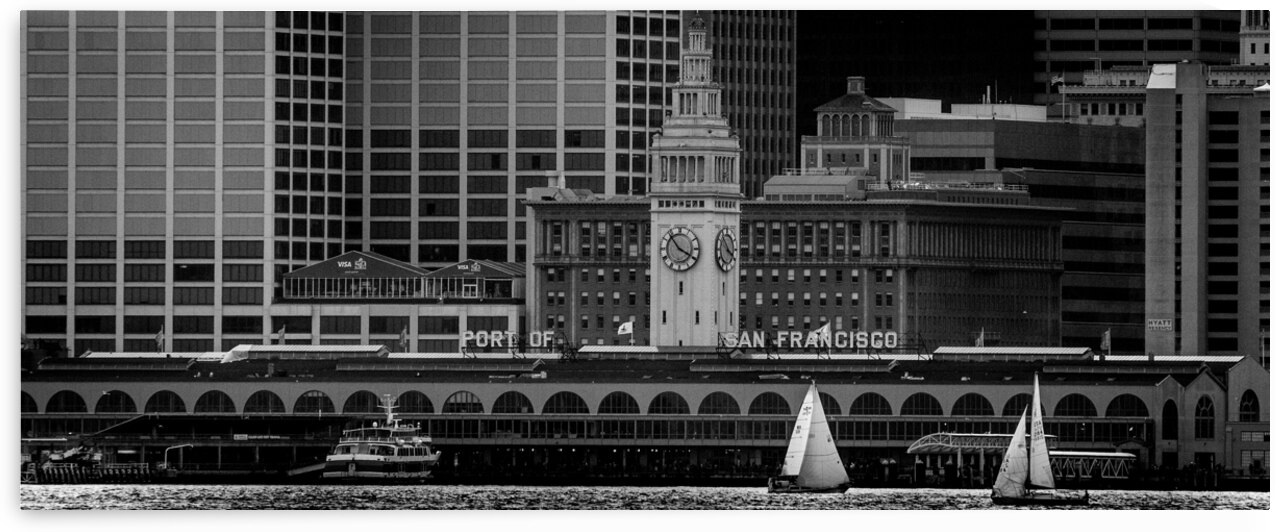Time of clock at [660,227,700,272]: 3:53
